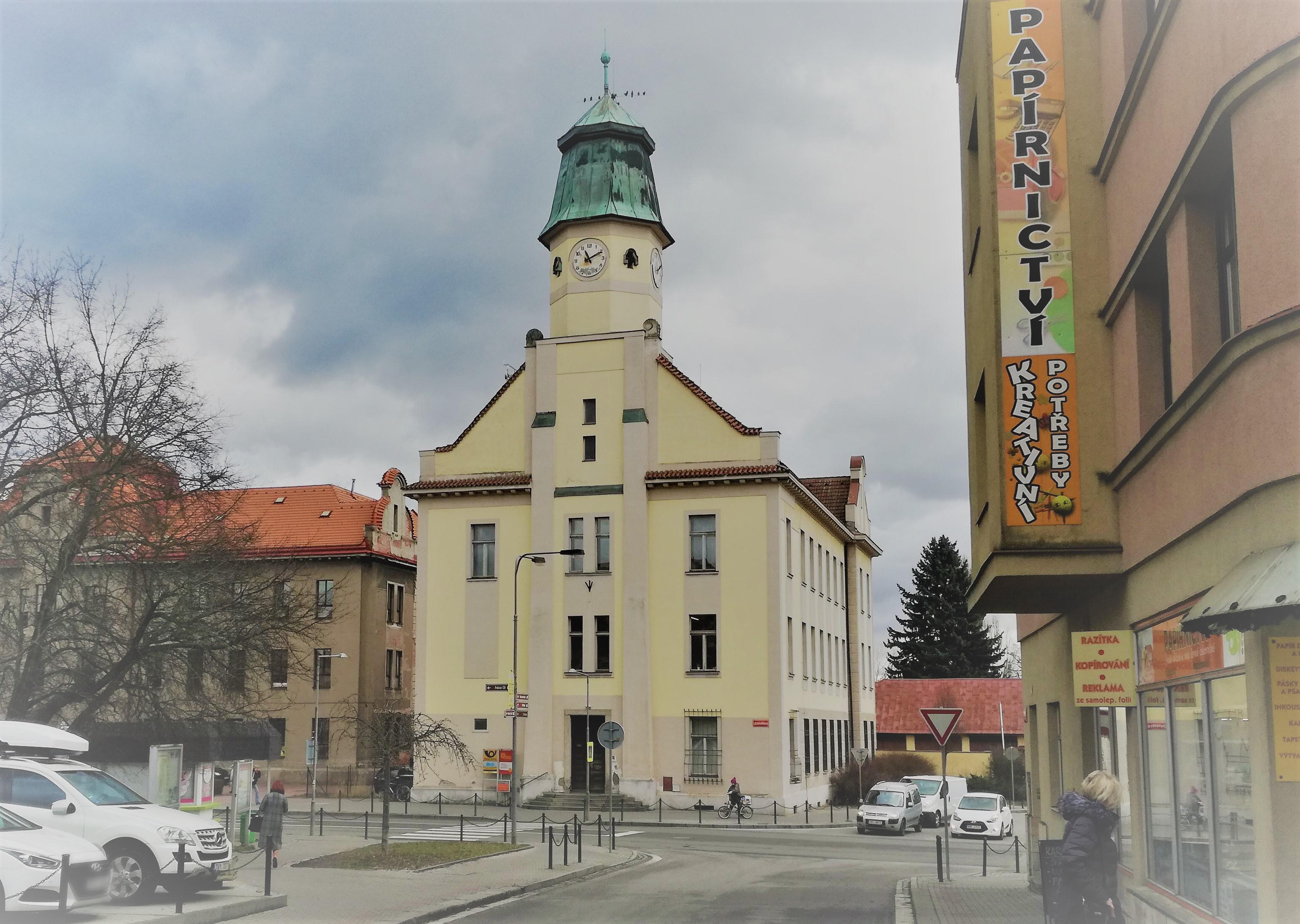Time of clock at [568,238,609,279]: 11:10
